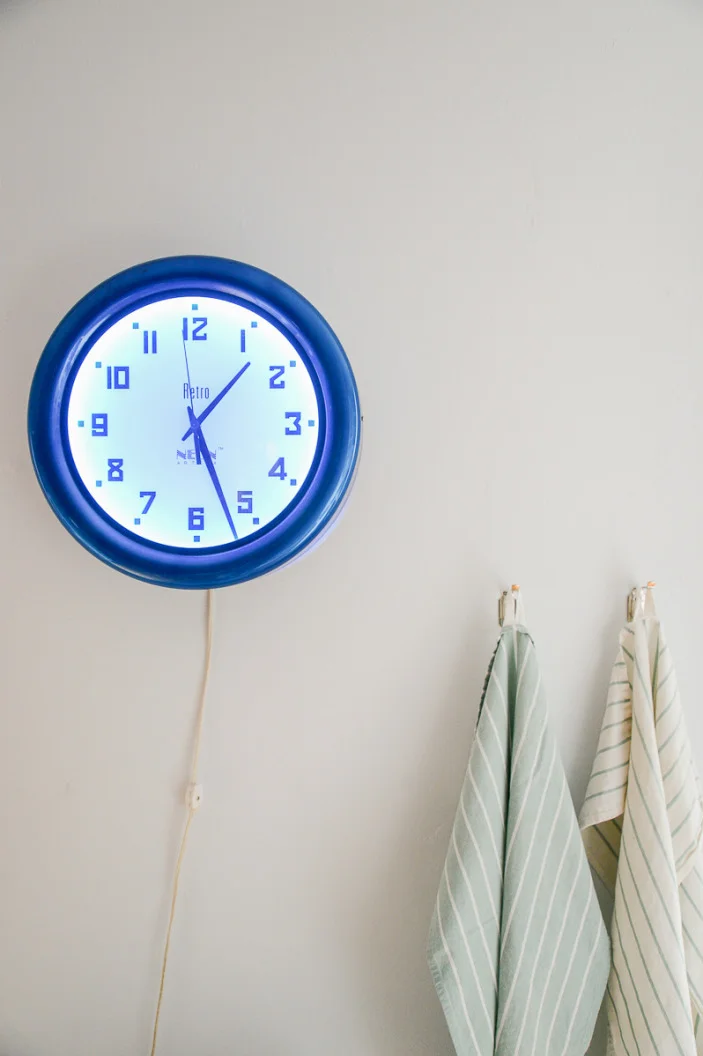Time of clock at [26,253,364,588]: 1:26
